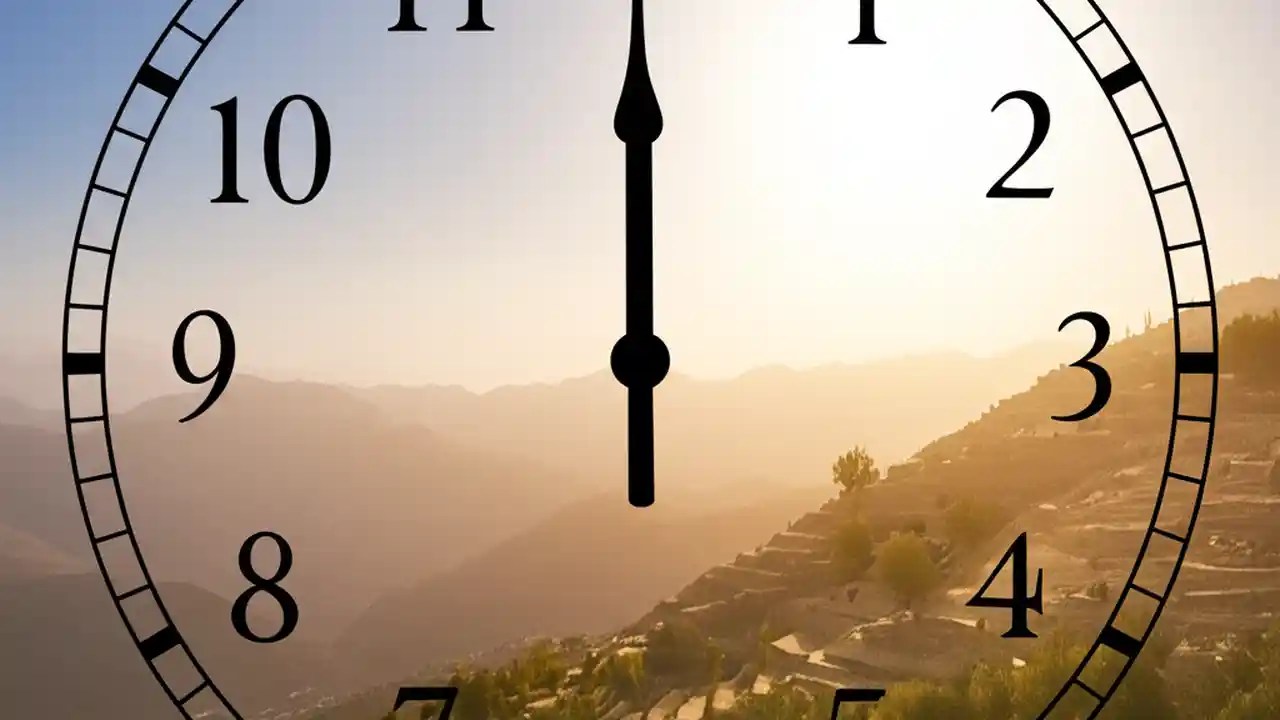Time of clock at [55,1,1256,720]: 5:59
